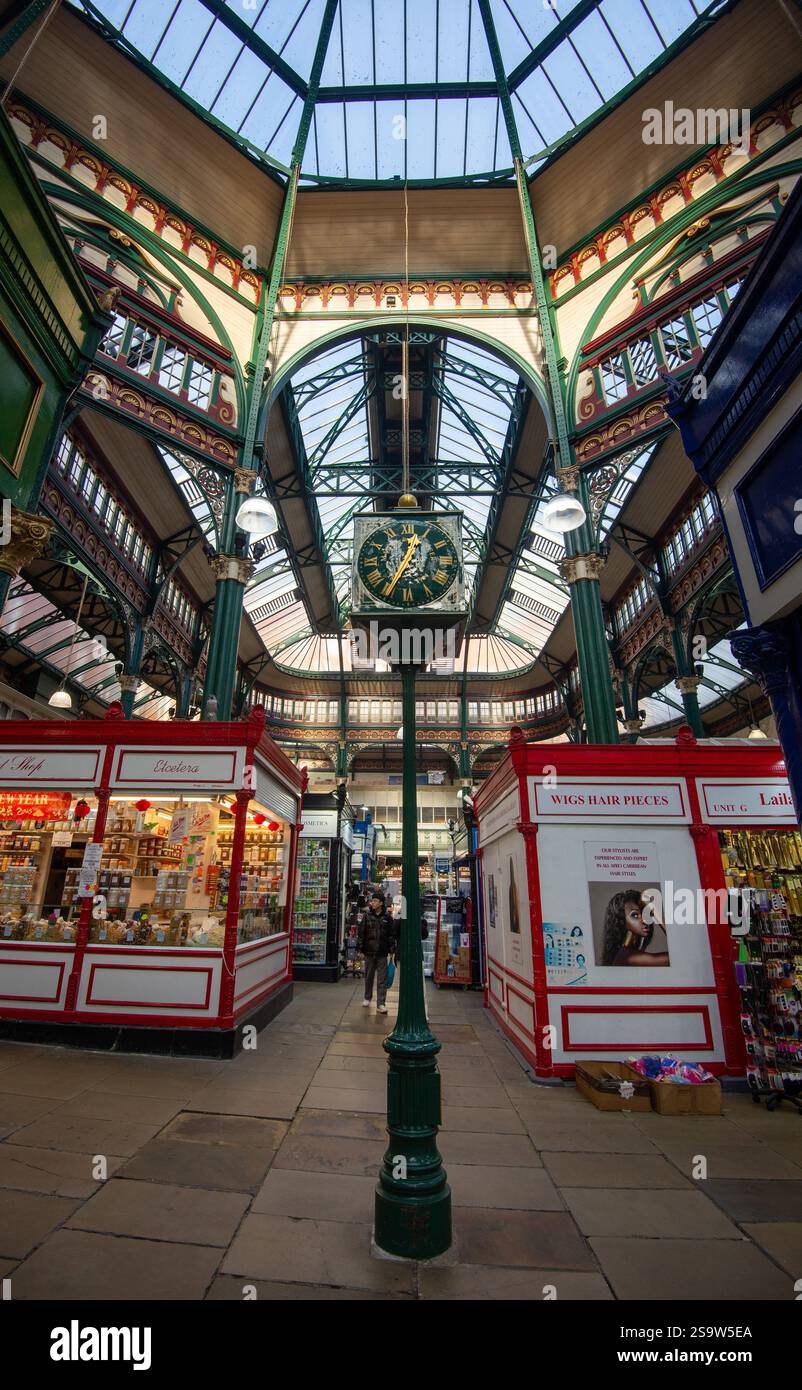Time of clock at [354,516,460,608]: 12:34
